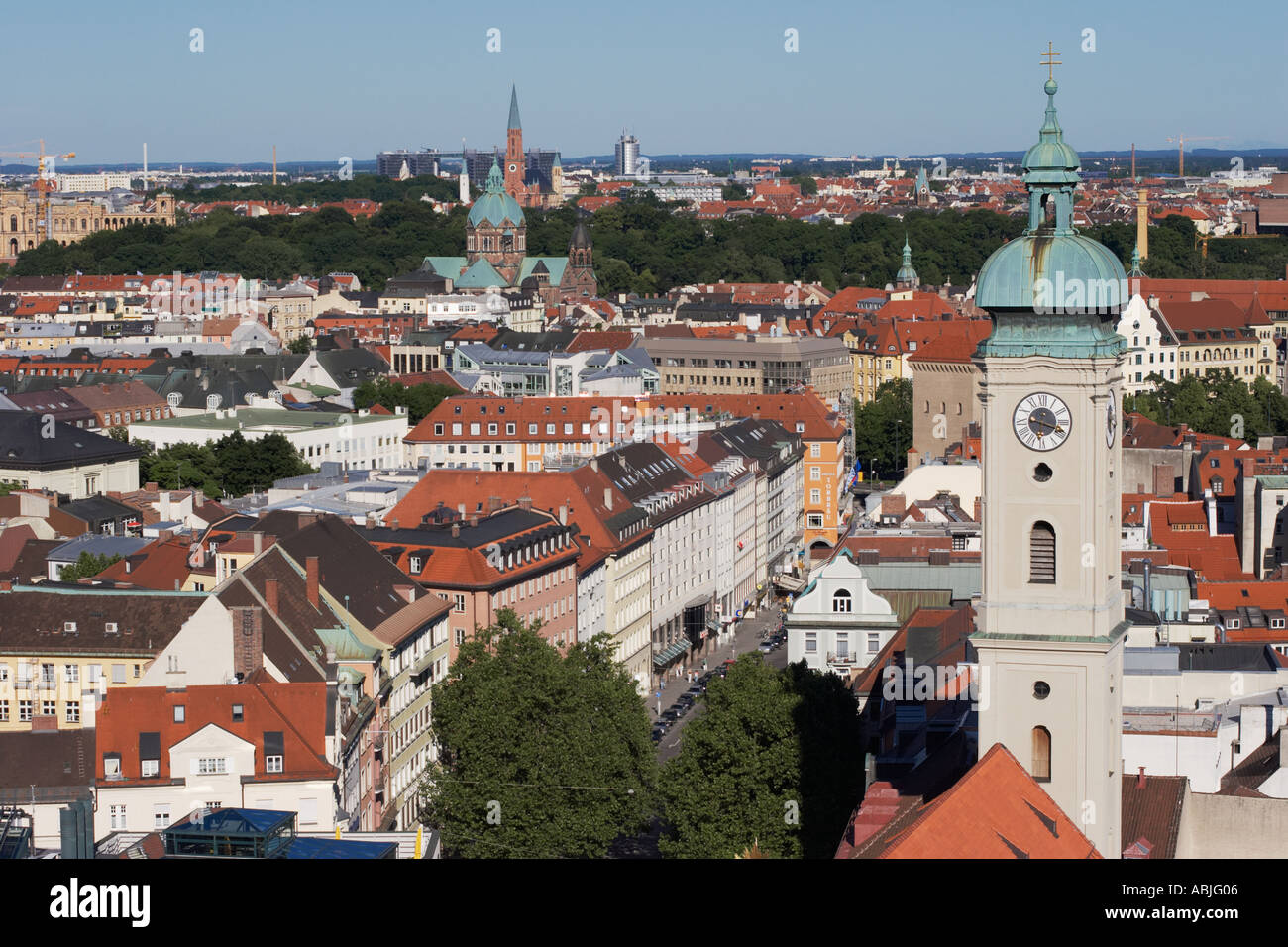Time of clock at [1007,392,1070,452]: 6:18
